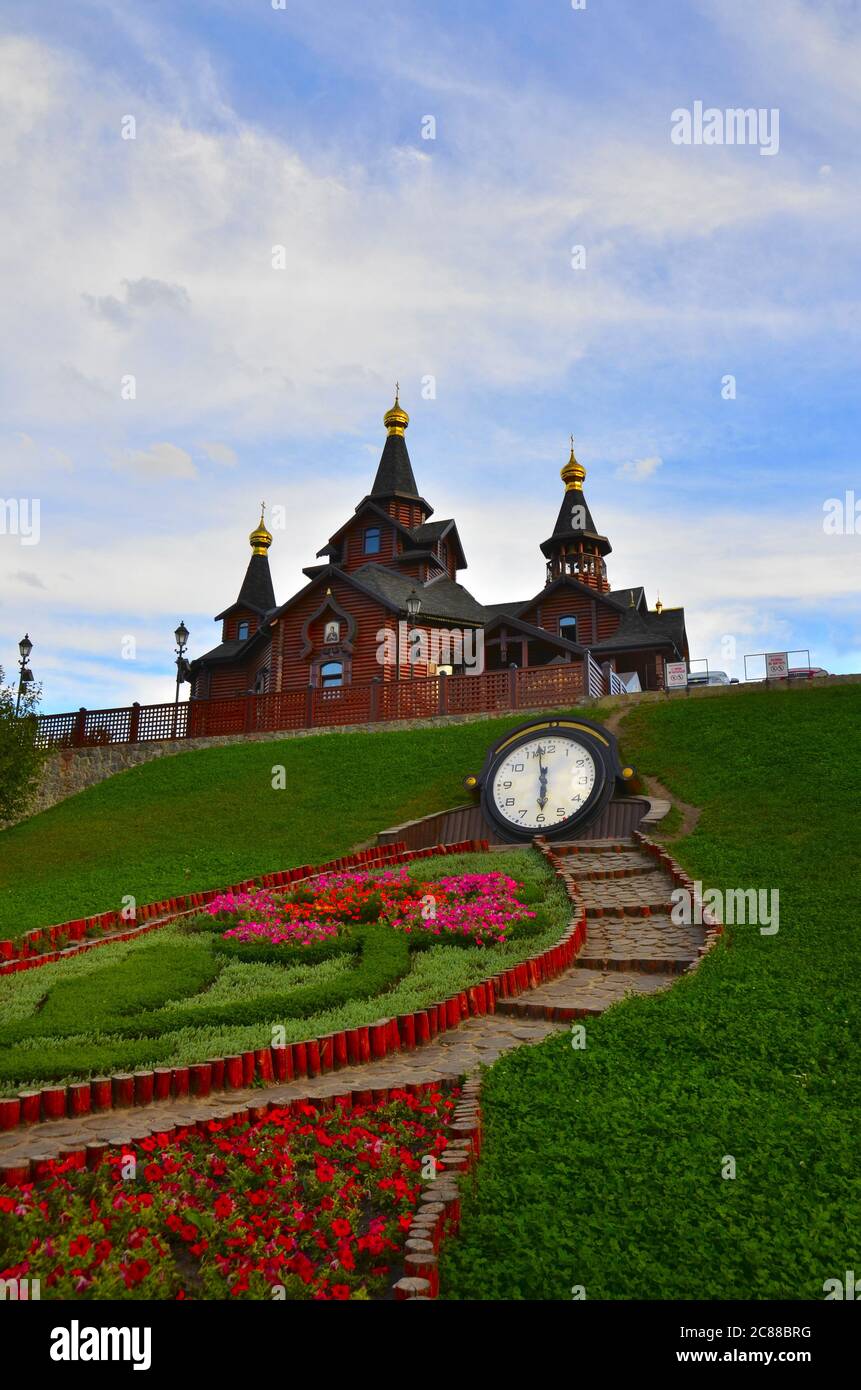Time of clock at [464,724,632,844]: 5:57
